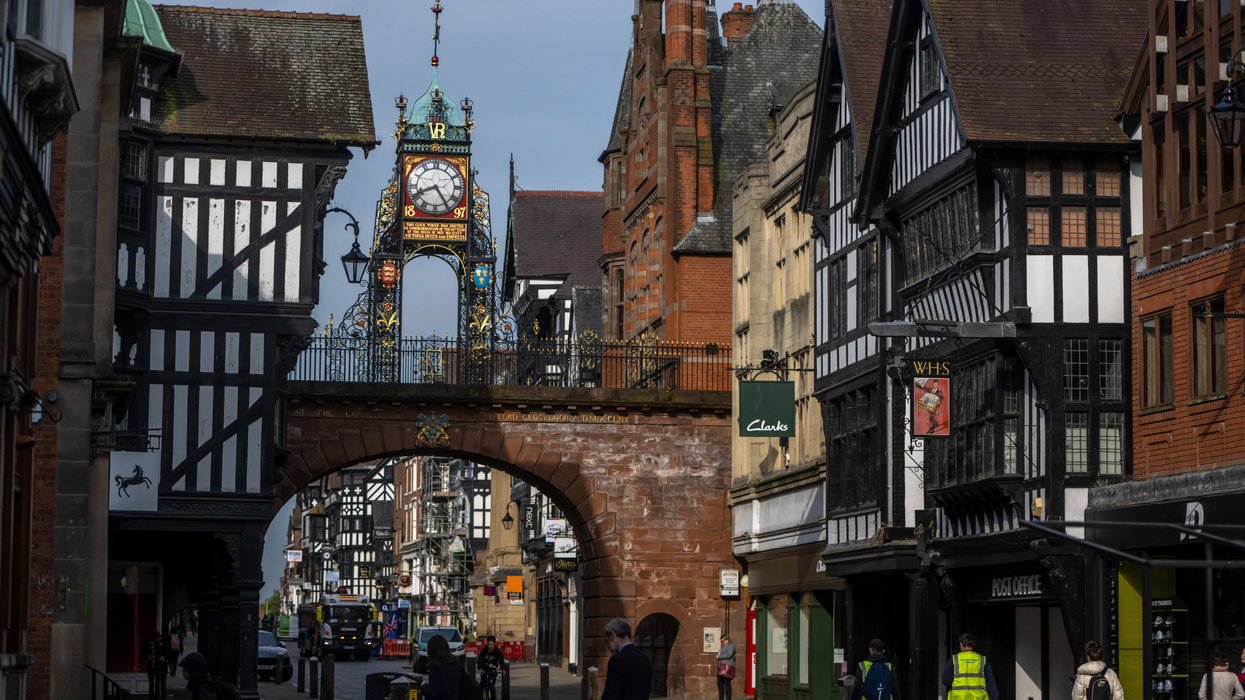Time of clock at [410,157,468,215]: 8:24
